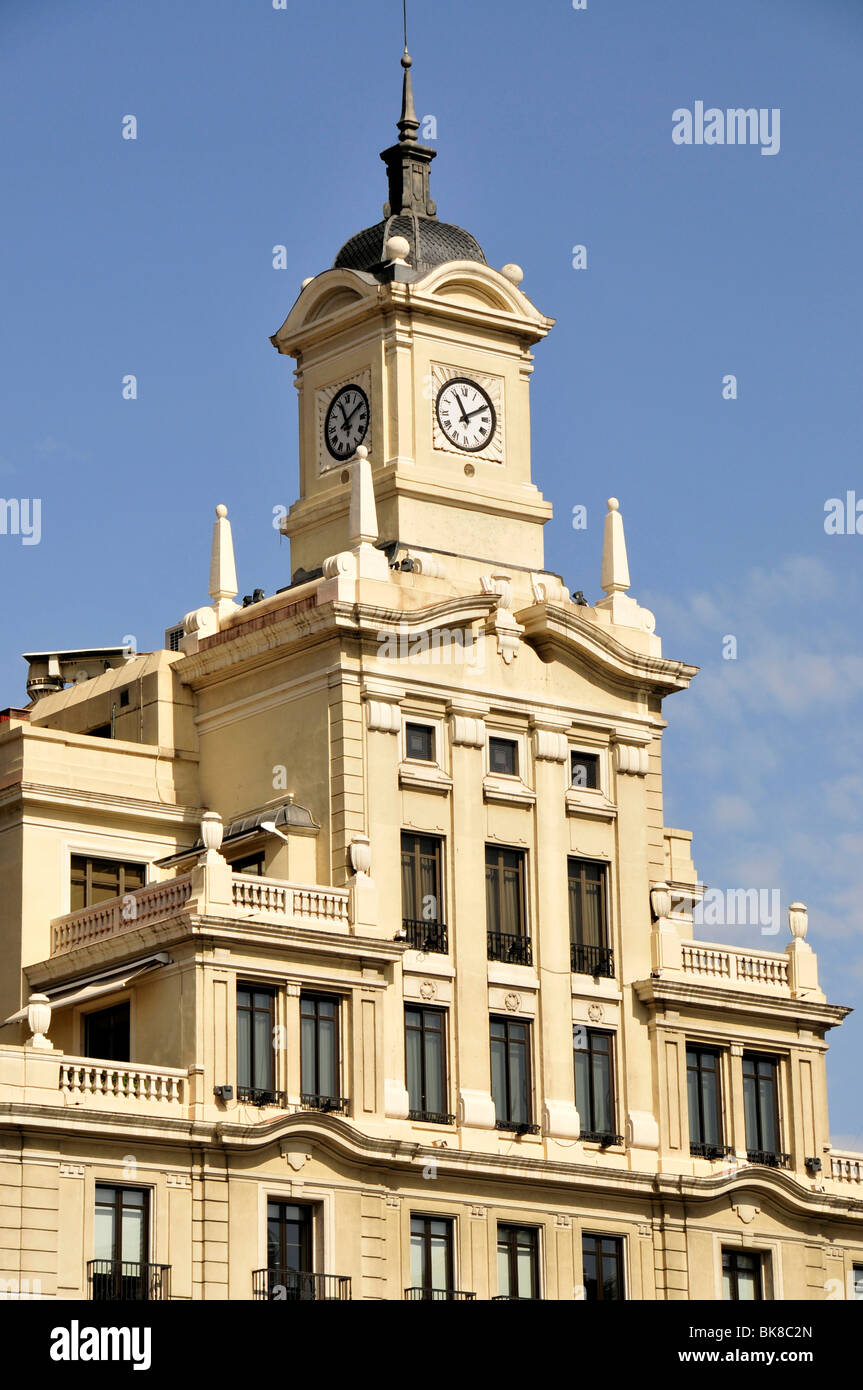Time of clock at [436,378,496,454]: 11:10
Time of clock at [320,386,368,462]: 11:09
